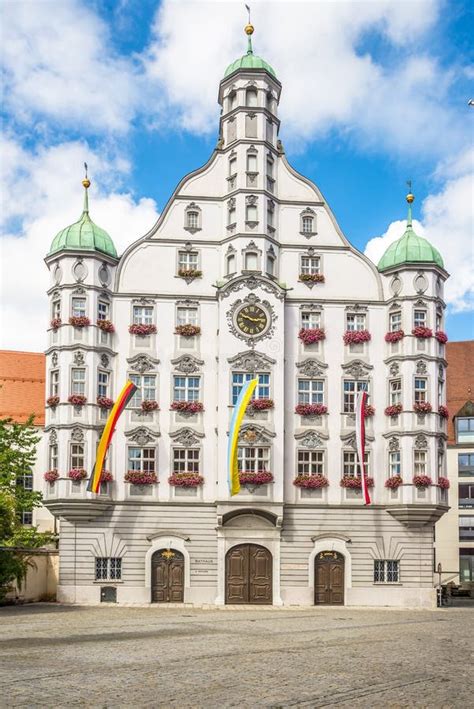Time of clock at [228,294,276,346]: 2:48
